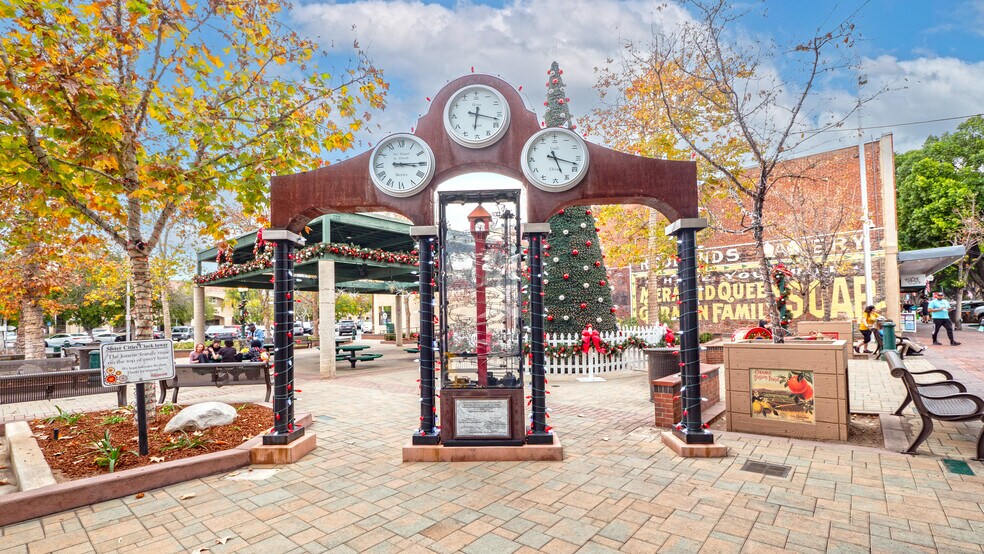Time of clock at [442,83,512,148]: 6:17
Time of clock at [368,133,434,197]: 3:14
